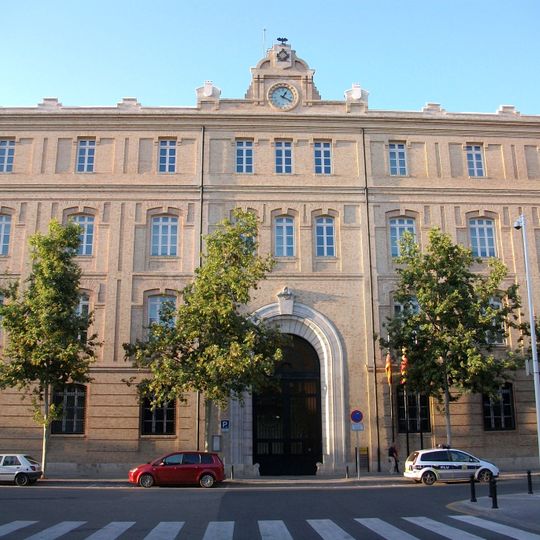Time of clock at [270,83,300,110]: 4:04
